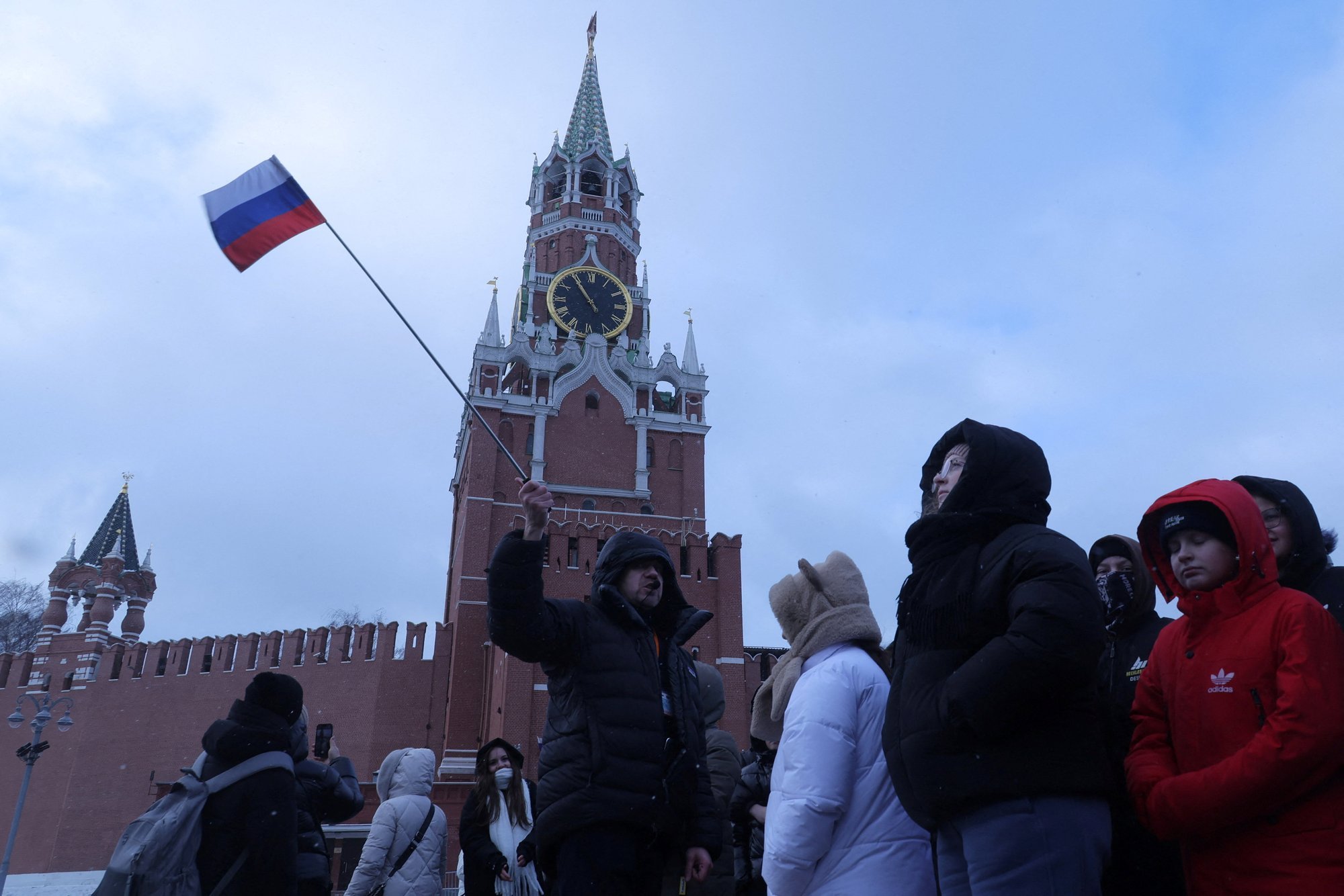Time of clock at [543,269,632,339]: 10:54
